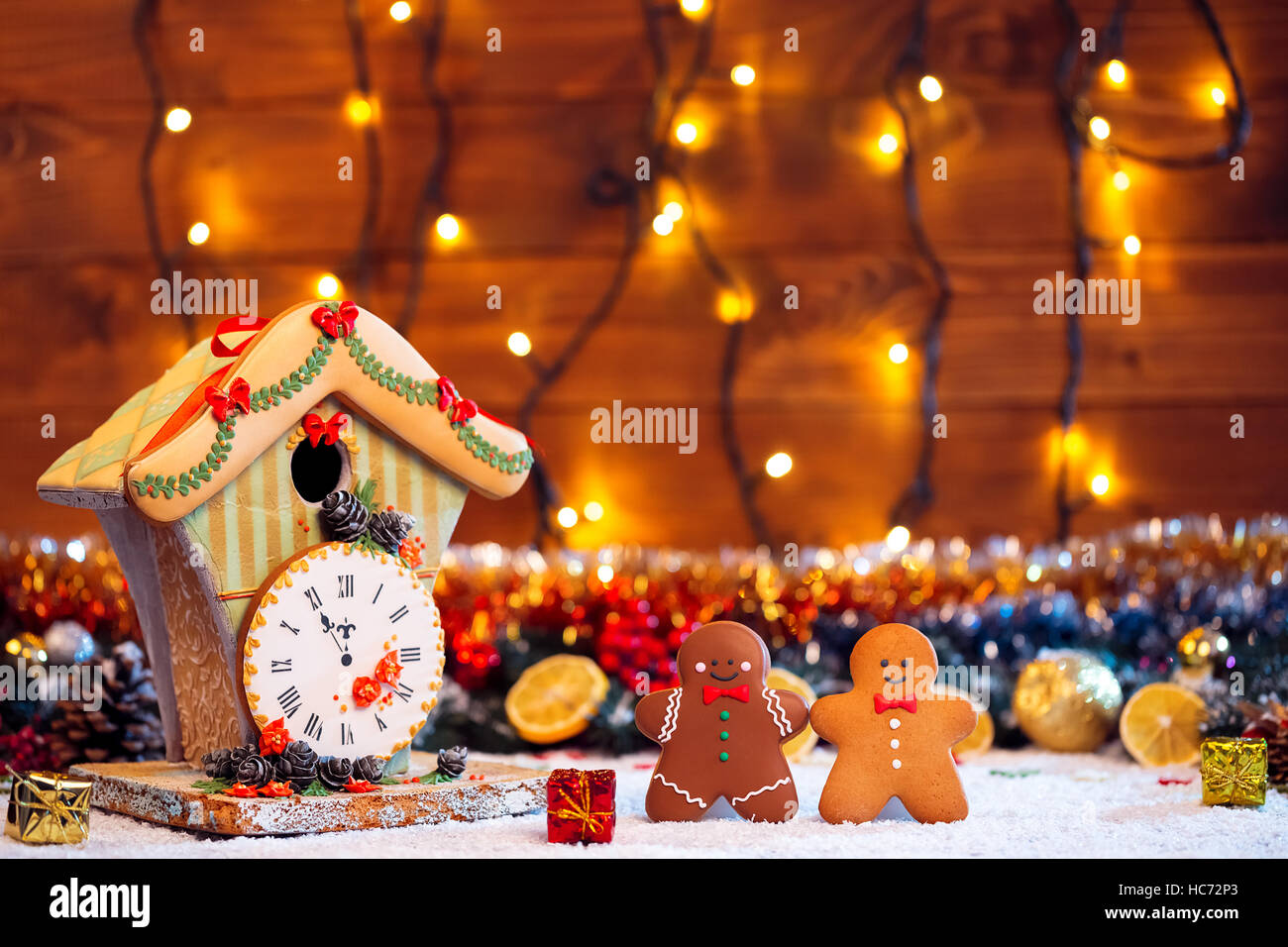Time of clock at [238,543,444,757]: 11:54
